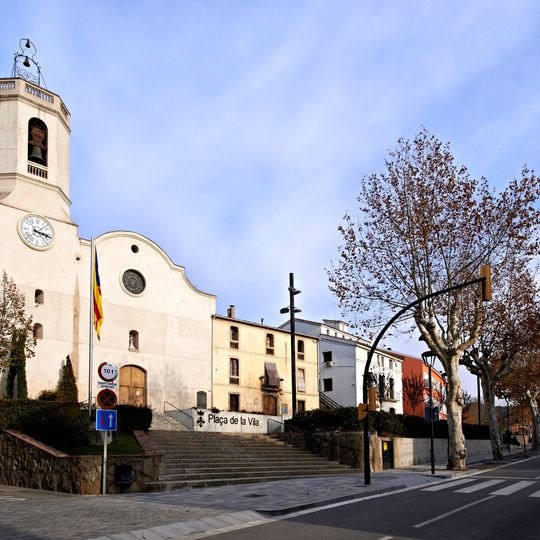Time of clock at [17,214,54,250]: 3:17
